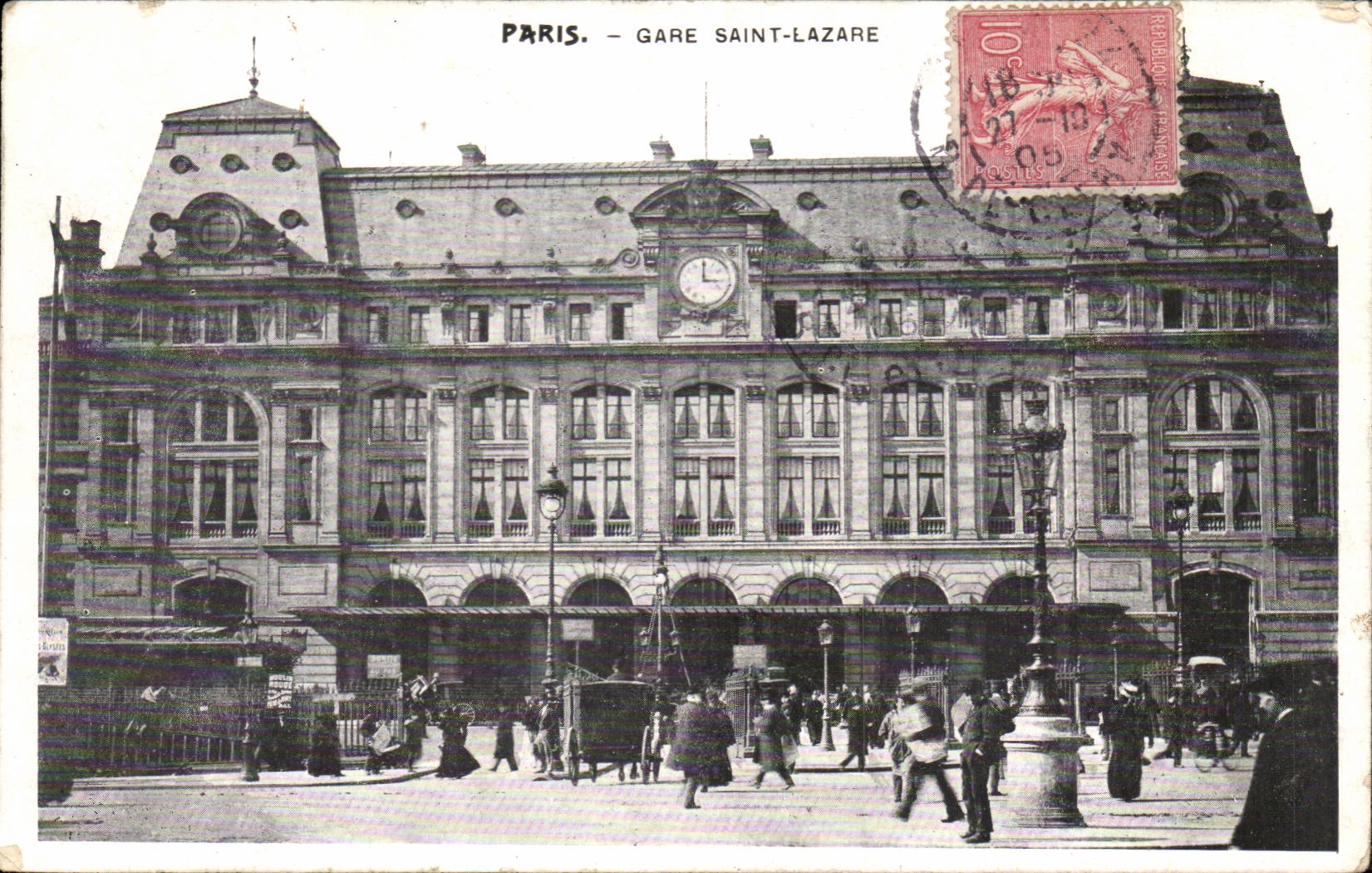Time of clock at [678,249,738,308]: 3:00
